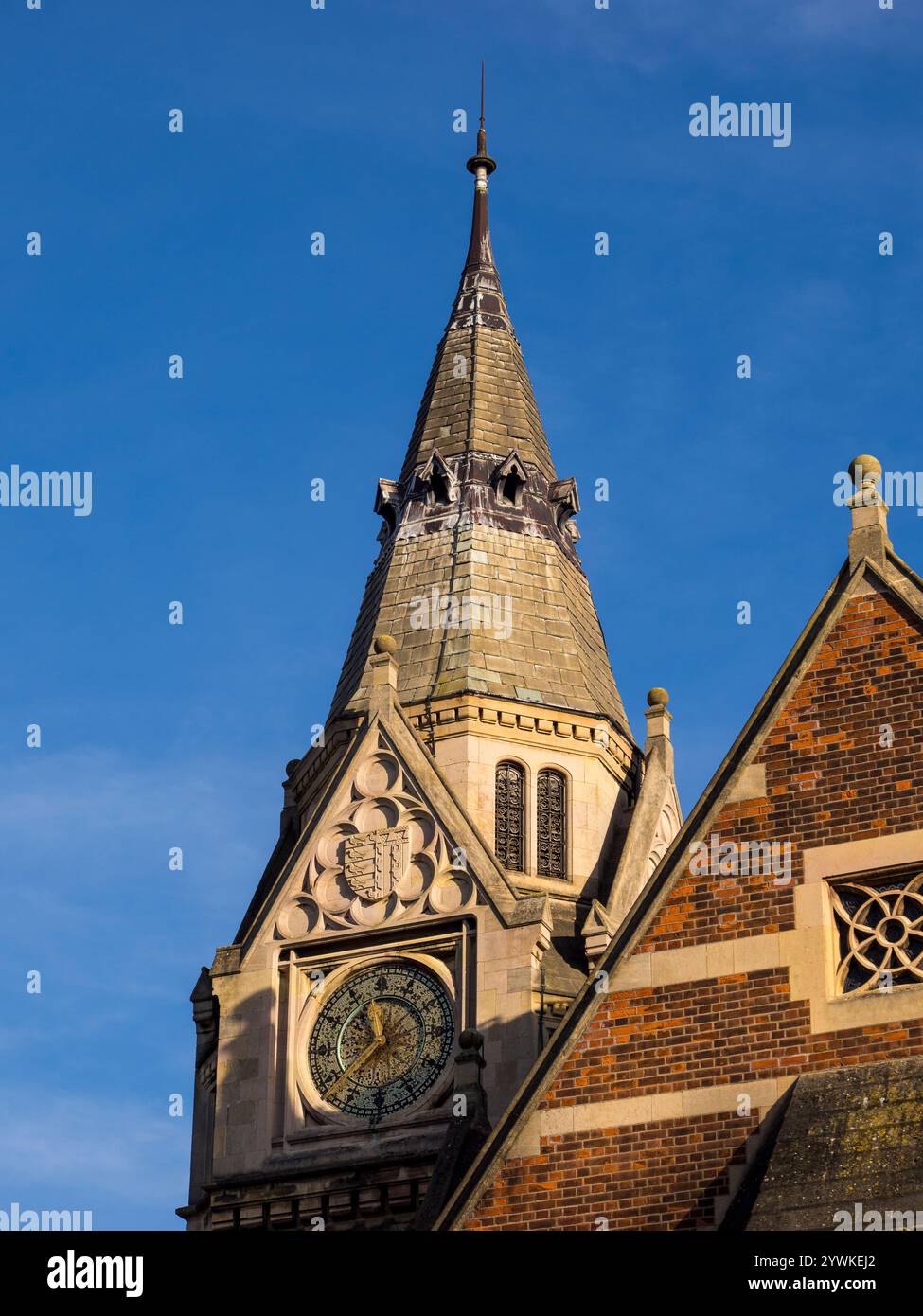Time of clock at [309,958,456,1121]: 11:37
